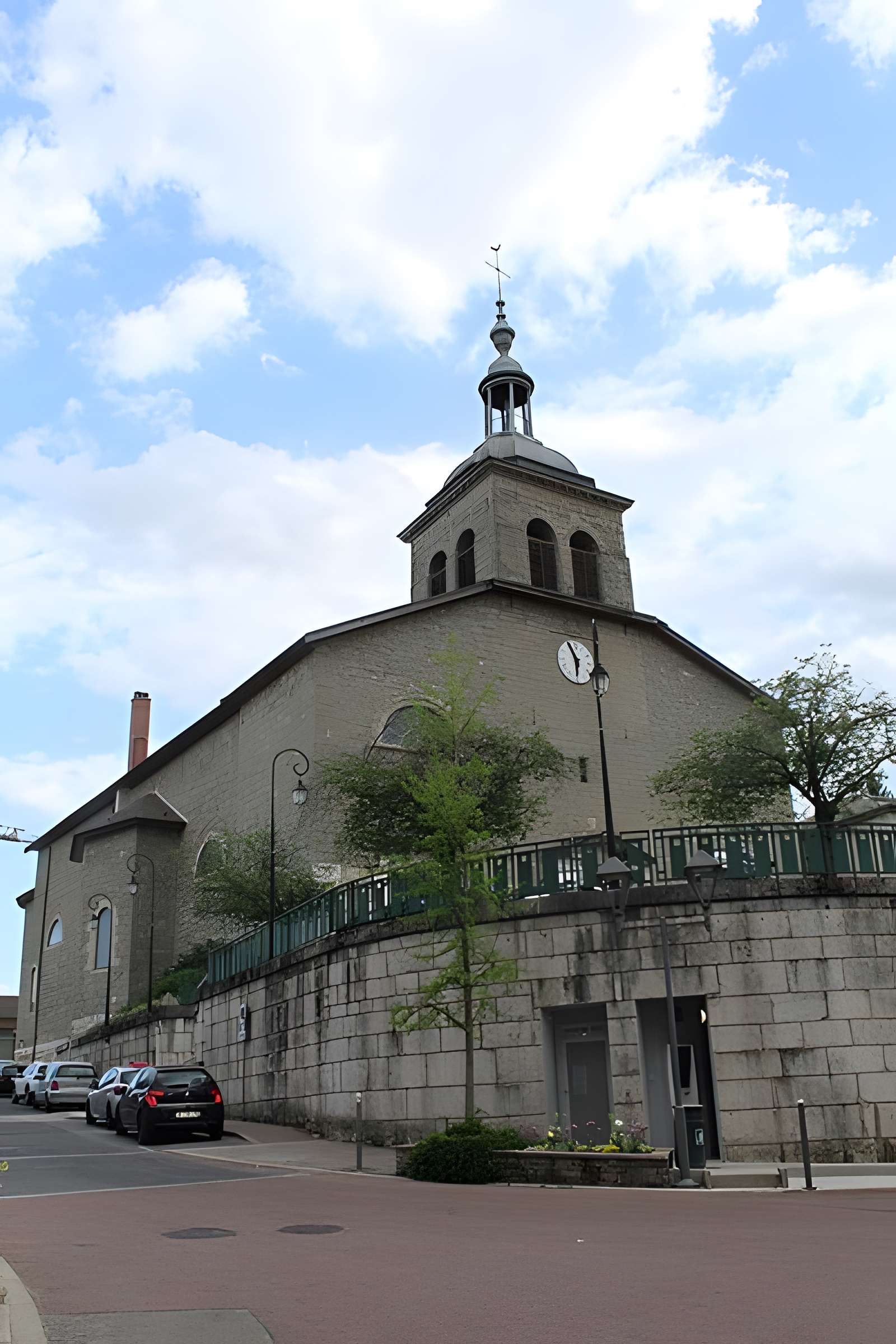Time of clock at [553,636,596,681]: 5:55
